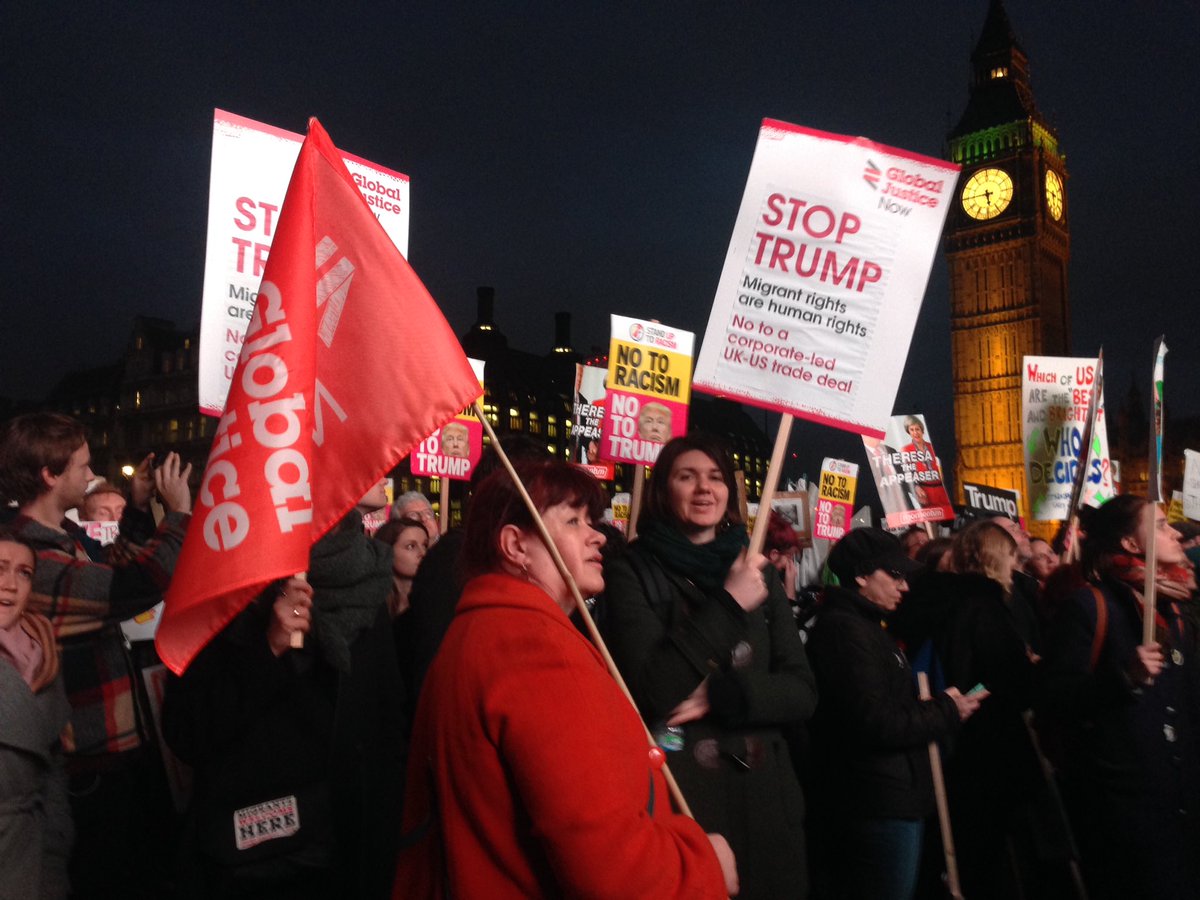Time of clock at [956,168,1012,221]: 5:44
